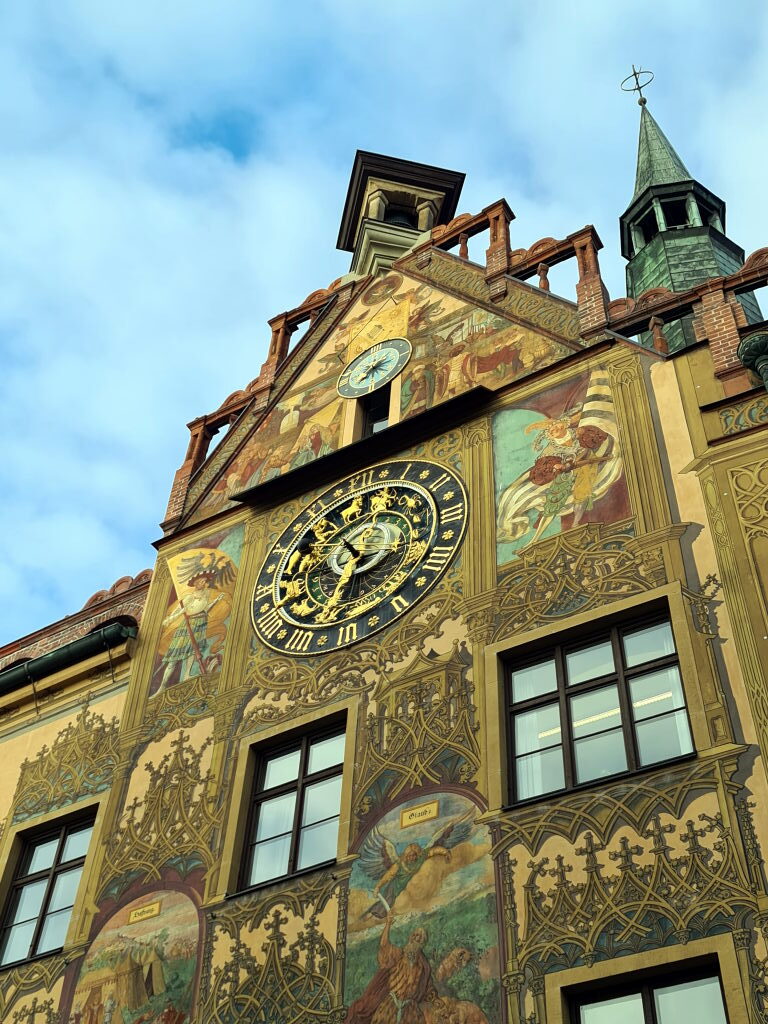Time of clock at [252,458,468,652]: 10:32
